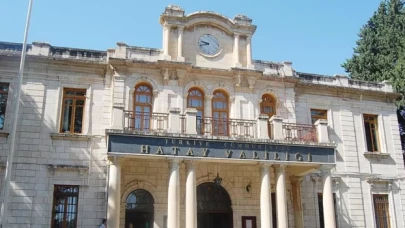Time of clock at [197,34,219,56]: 9:42
